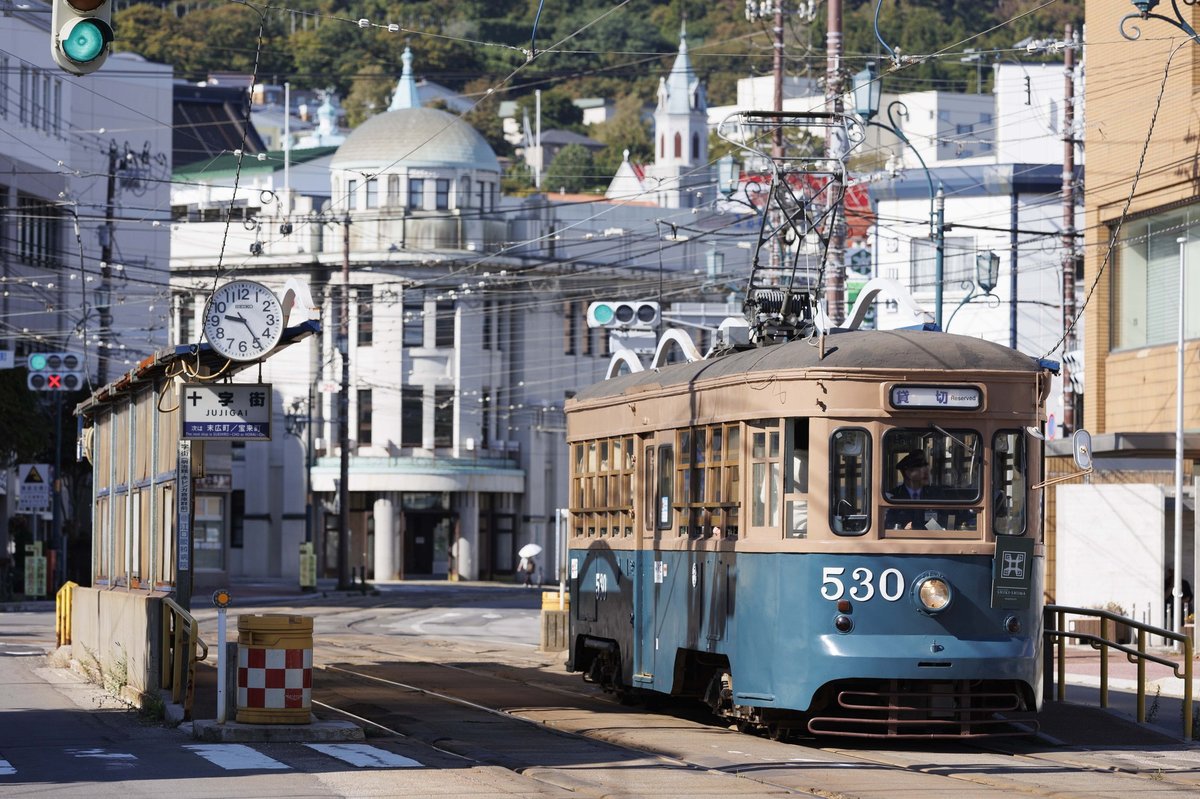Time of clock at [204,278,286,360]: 9:24
